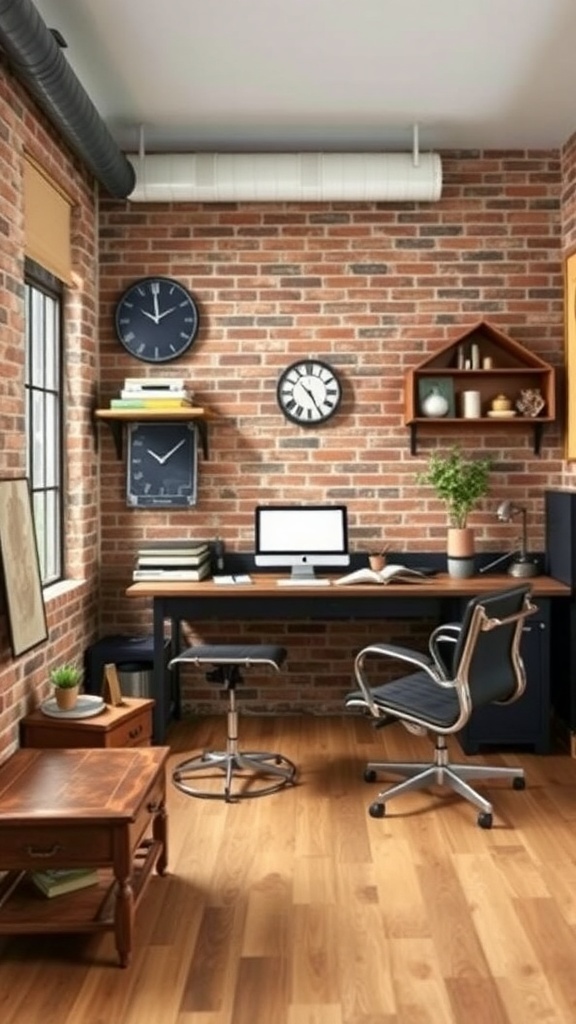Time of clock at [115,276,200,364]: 1:59
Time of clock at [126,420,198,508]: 10:07
